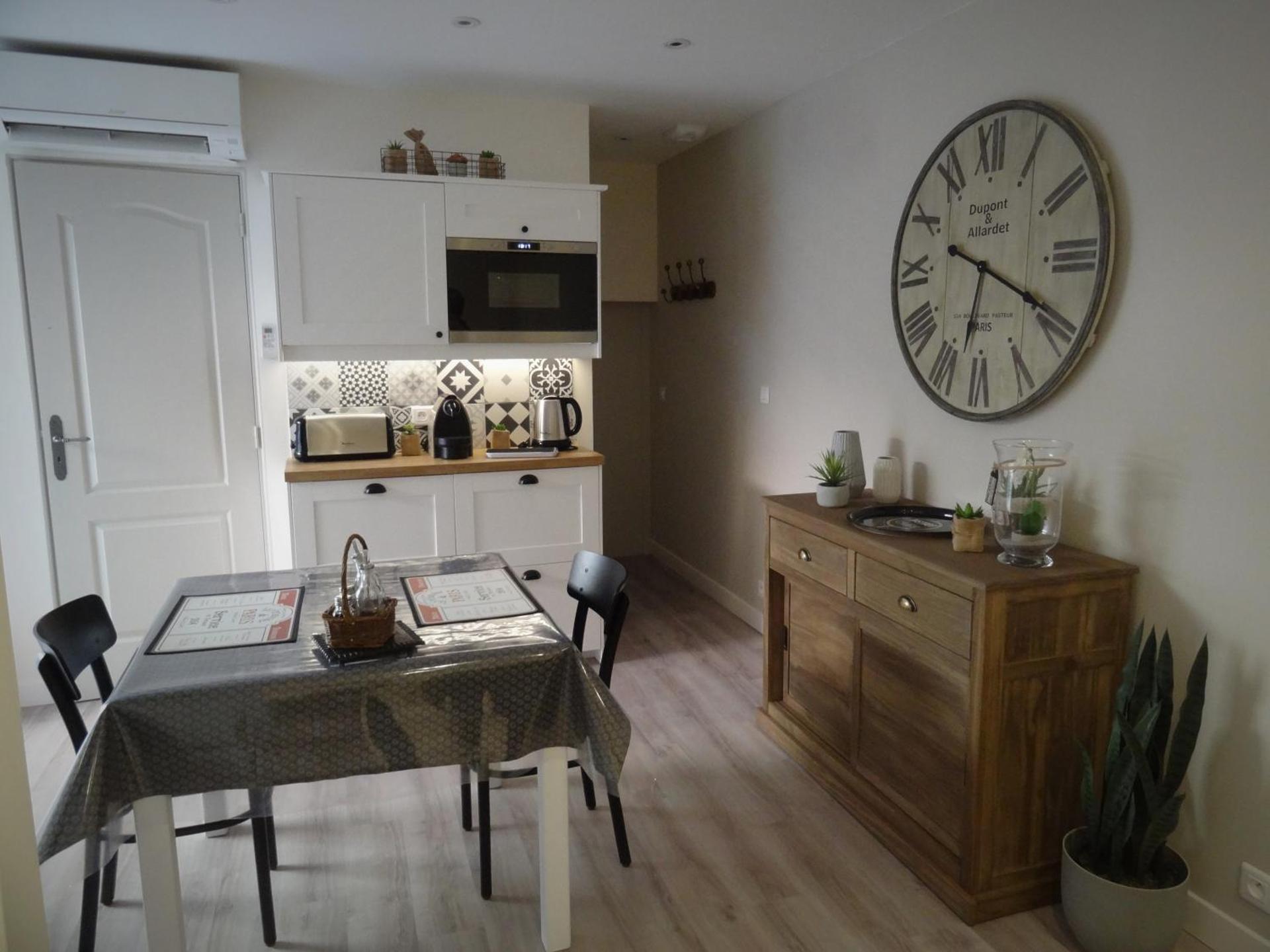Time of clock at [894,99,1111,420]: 6:19
